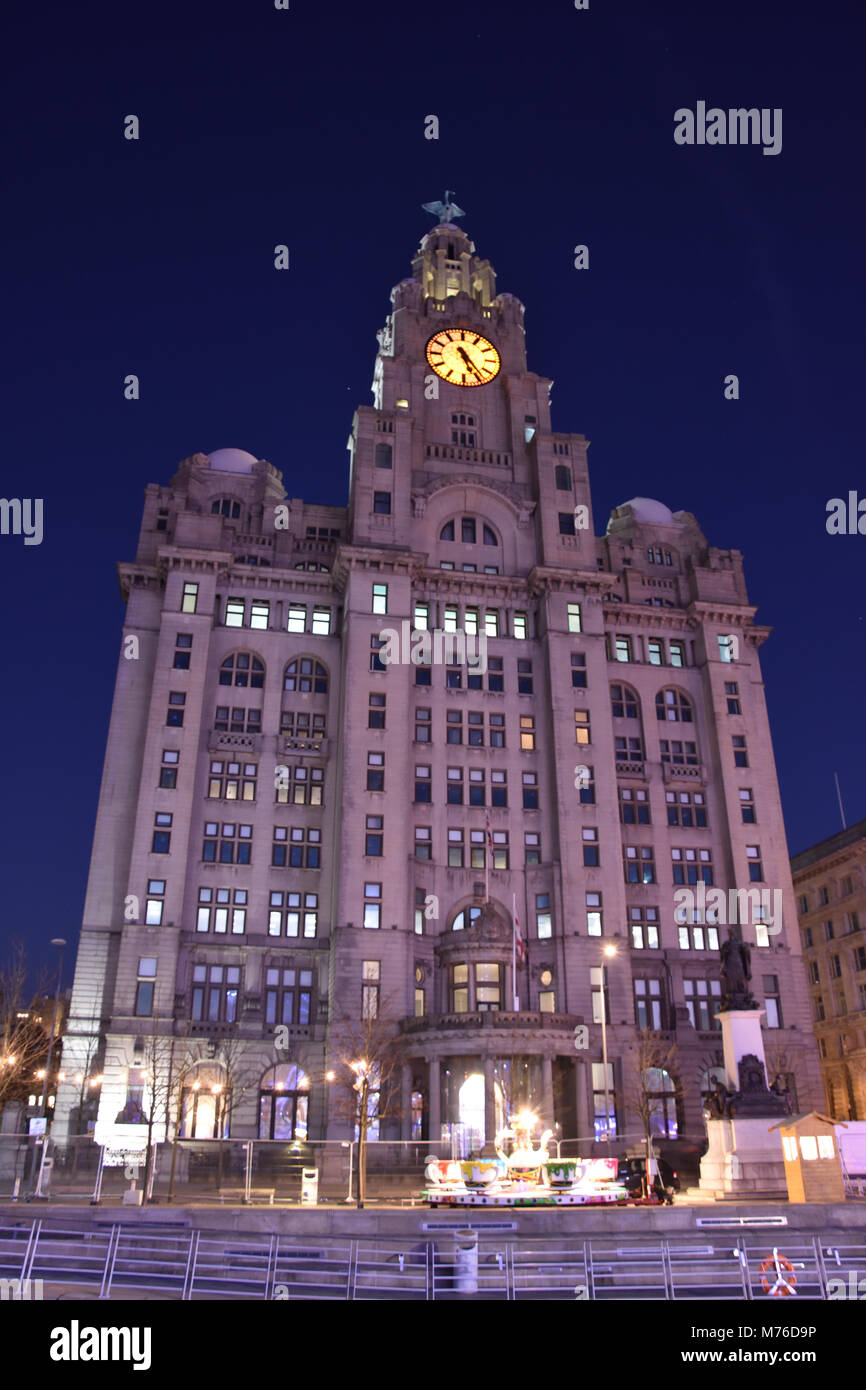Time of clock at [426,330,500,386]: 5:23
